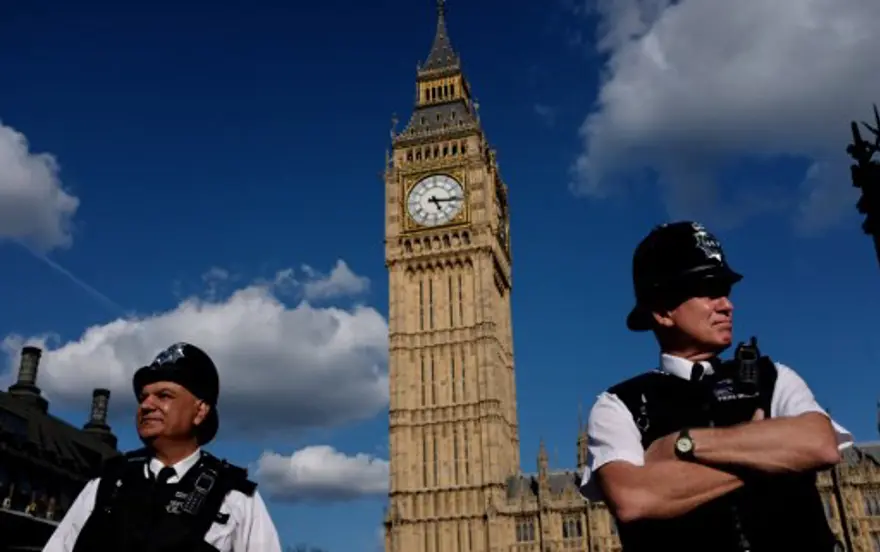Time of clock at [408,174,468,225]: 5:15
